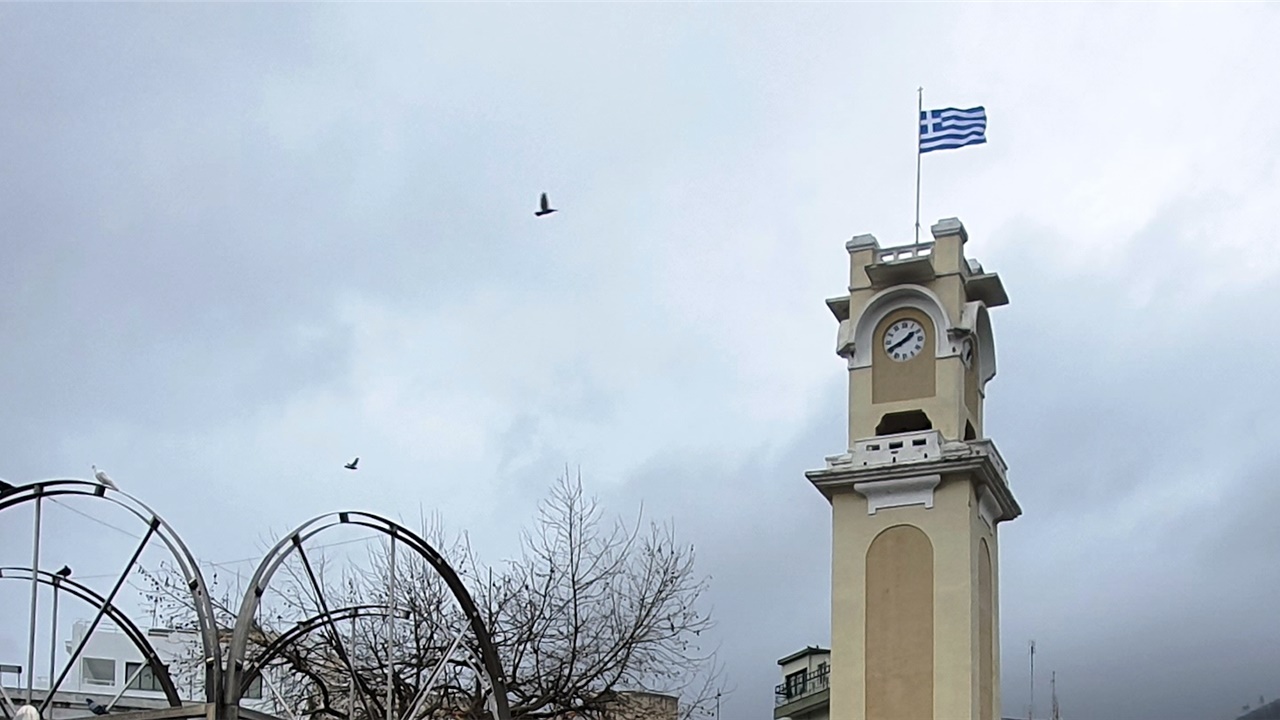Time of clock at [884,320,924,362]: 1:40
